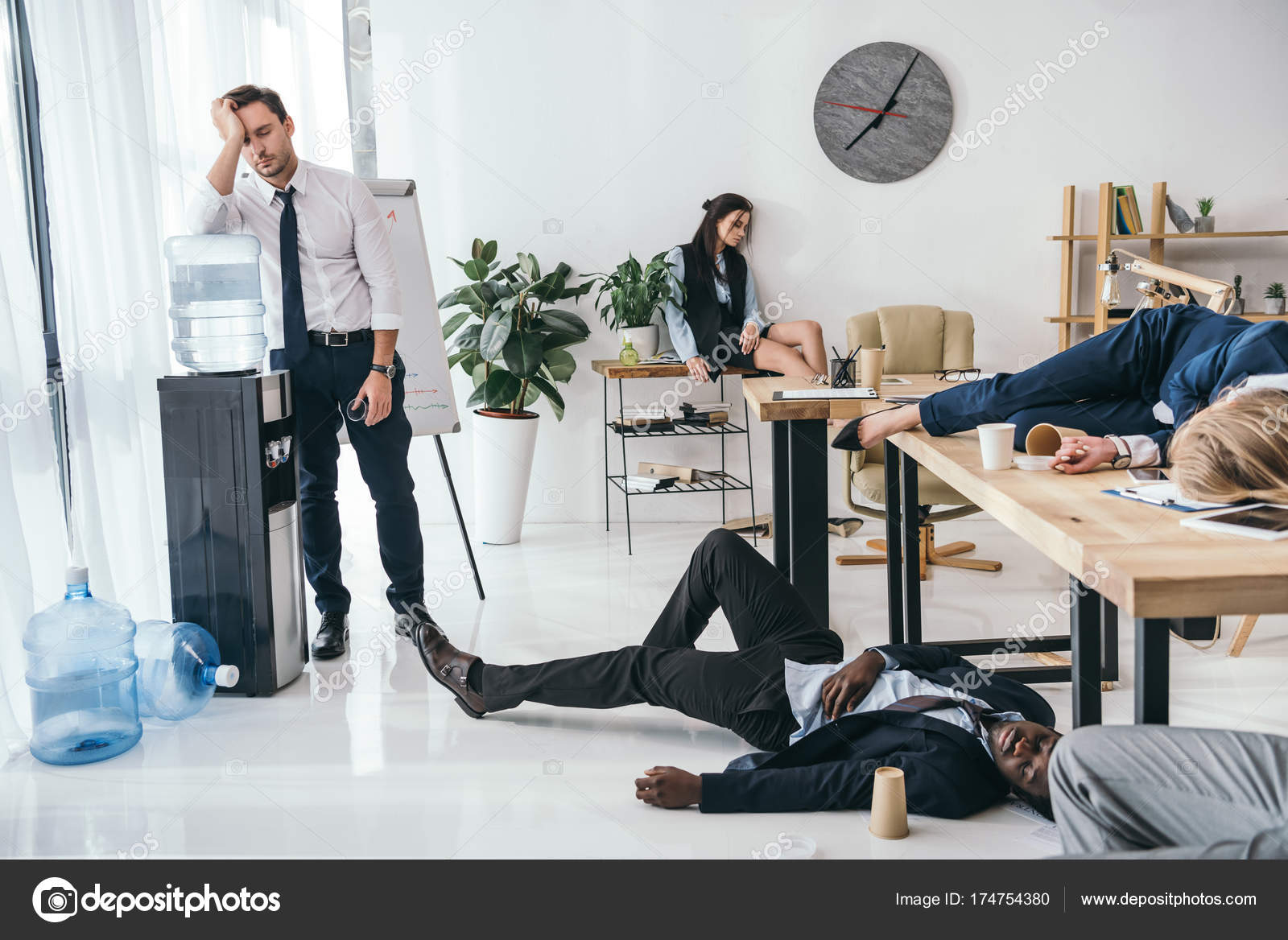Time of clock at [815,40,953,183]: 7:04
